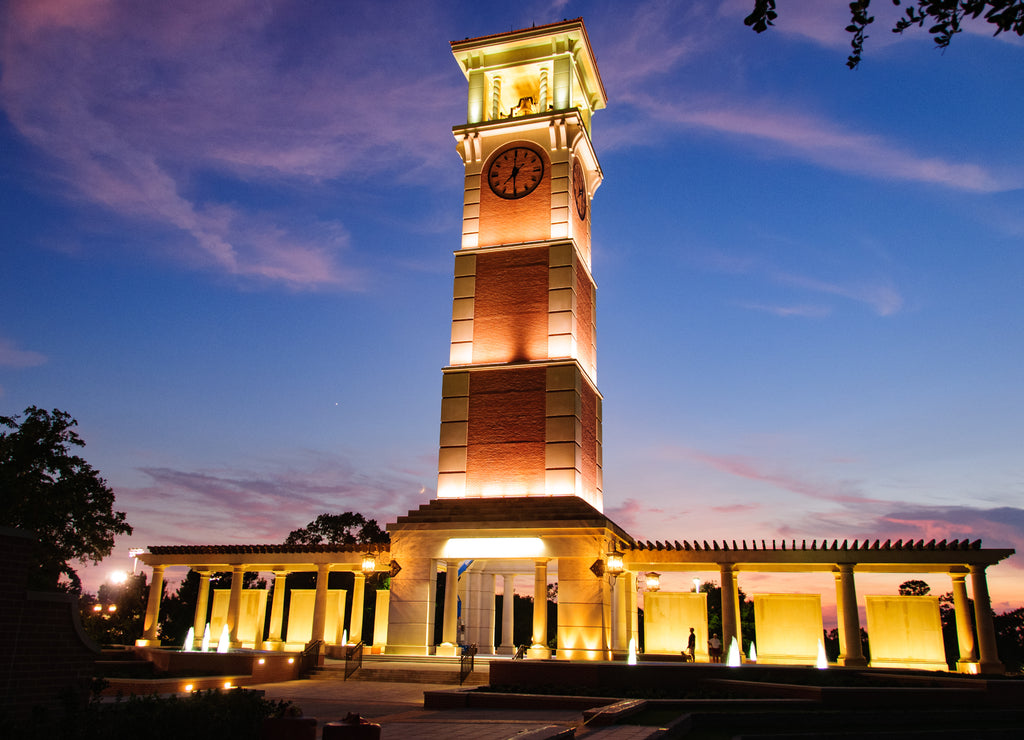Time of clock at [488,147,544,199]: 7:30
